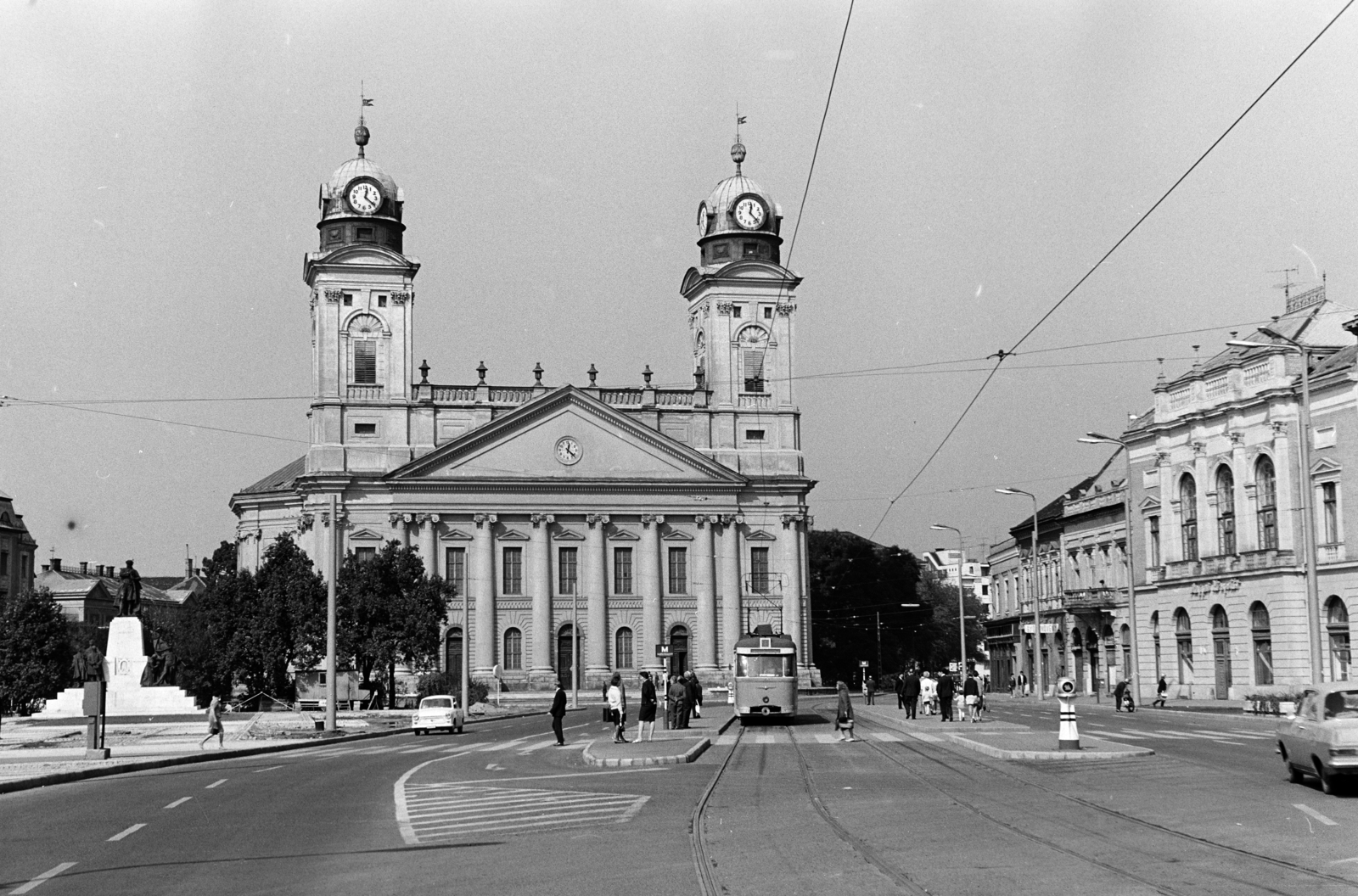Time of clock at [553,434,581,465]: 12:22
